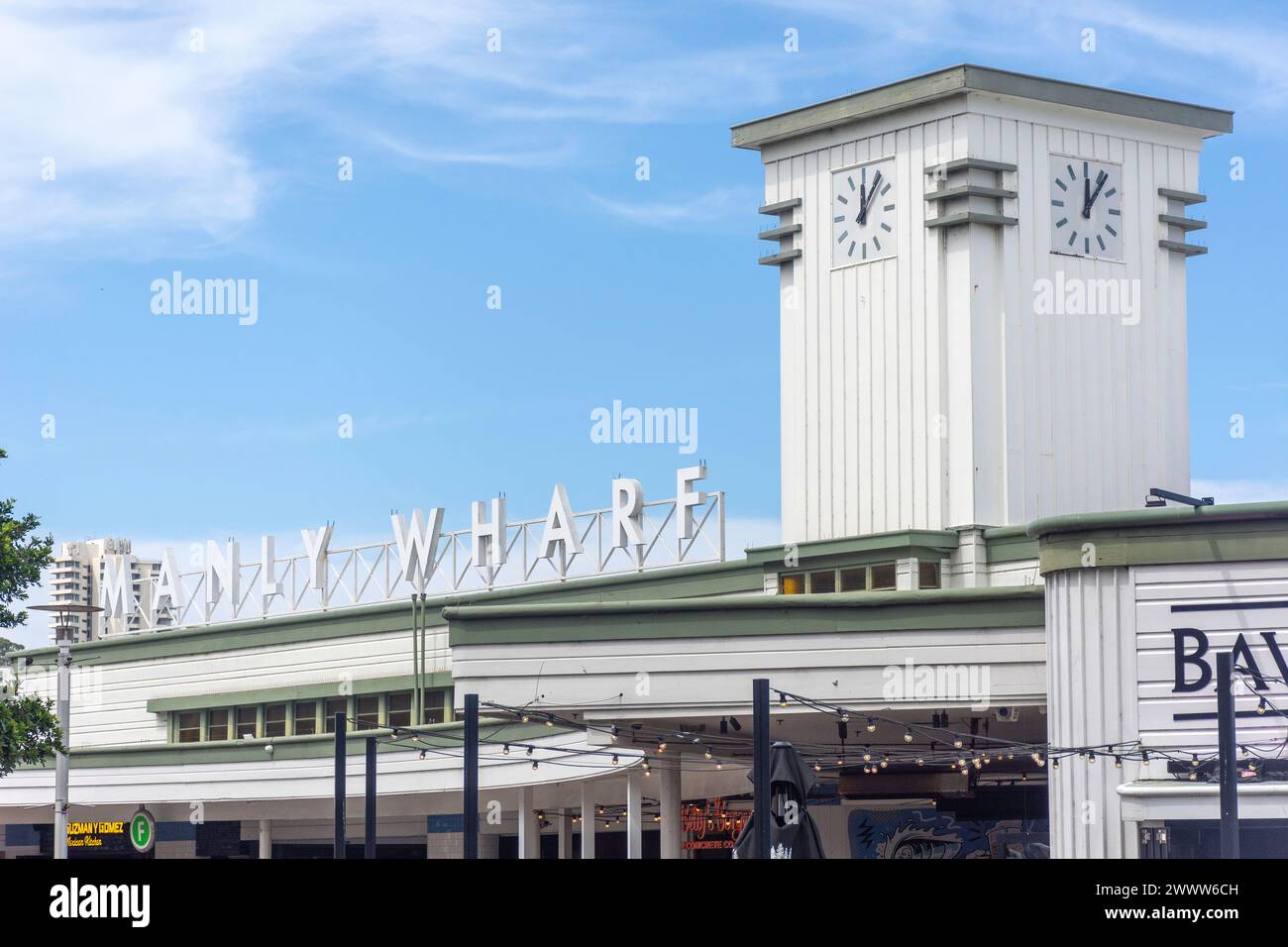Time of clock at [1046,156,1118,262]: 12:06
